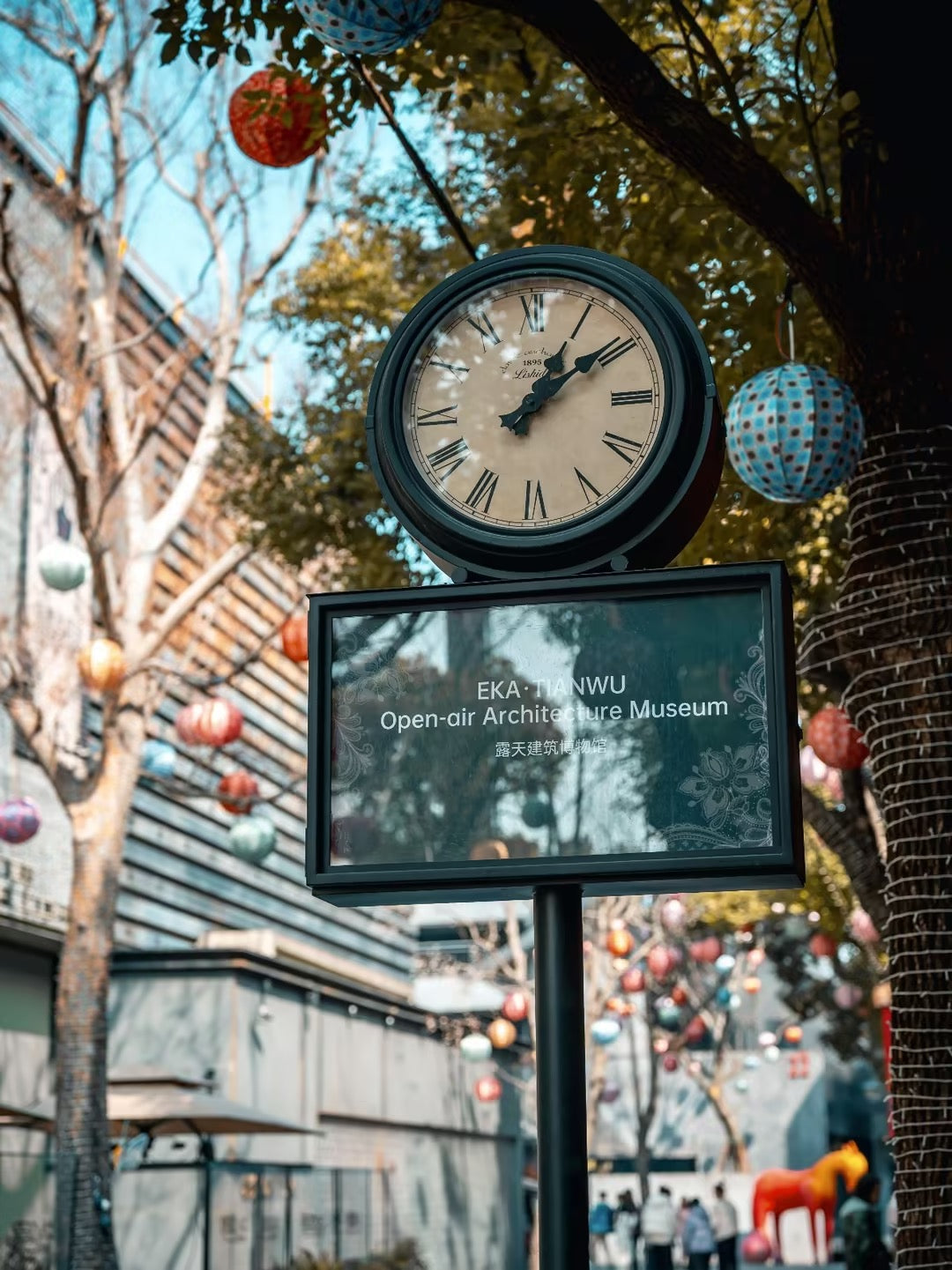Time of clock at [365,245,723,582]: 1:09
